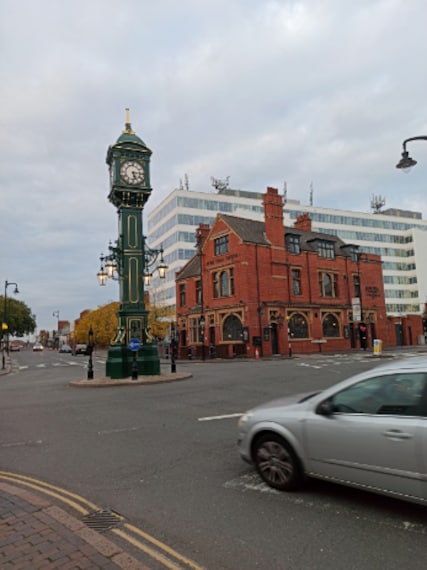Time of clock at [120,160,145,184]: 5:15
